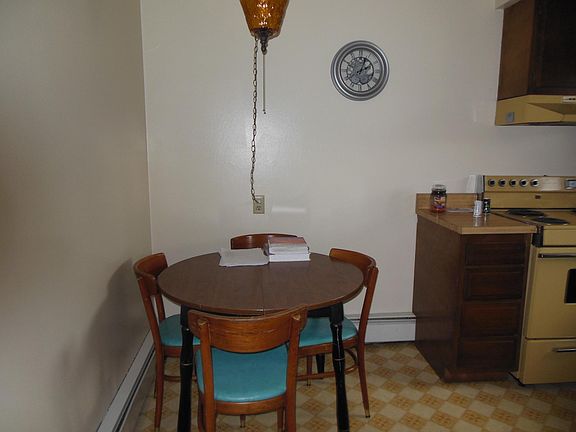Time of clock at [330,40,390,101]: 12:39
